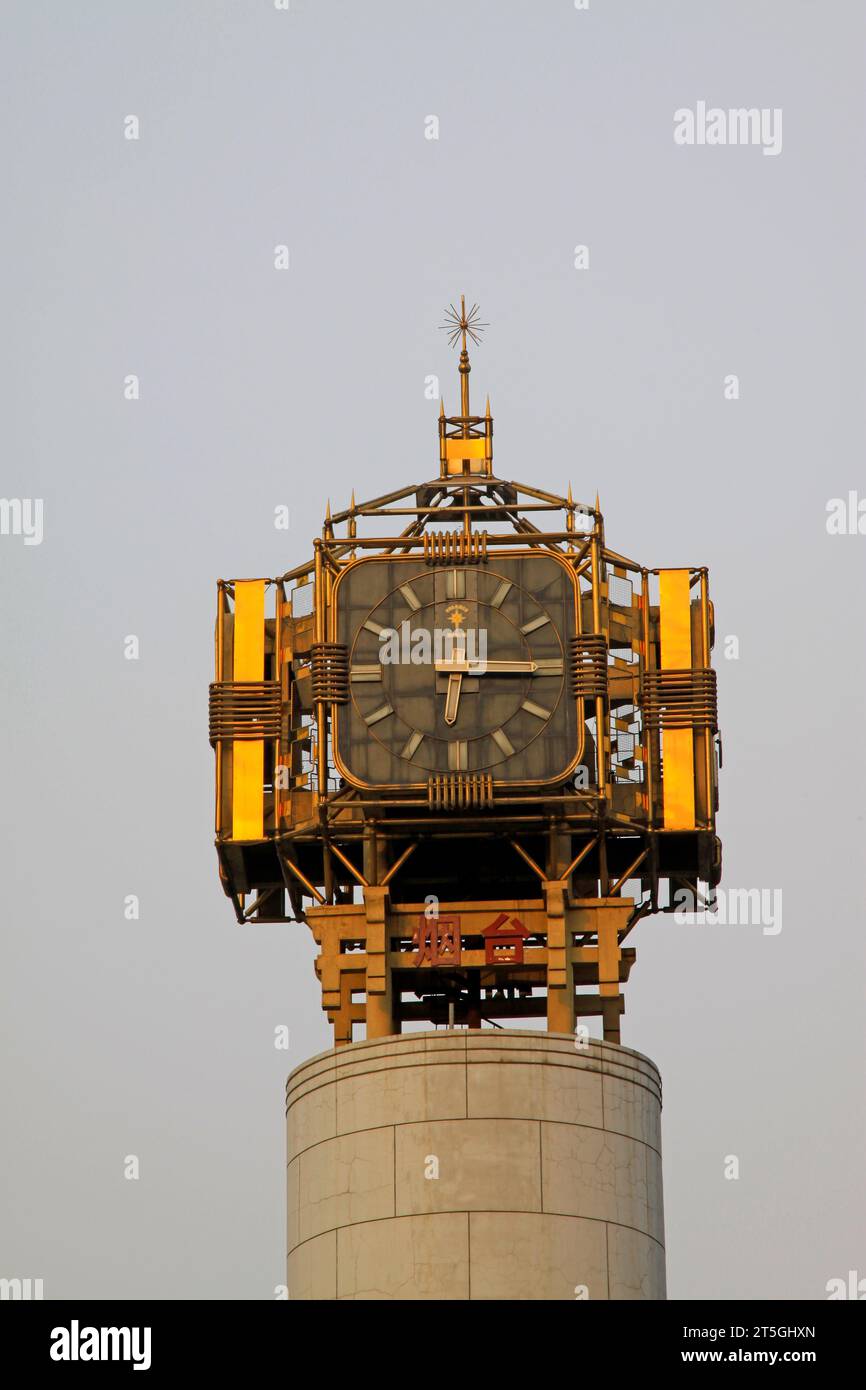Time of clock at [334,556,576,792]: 6:15
